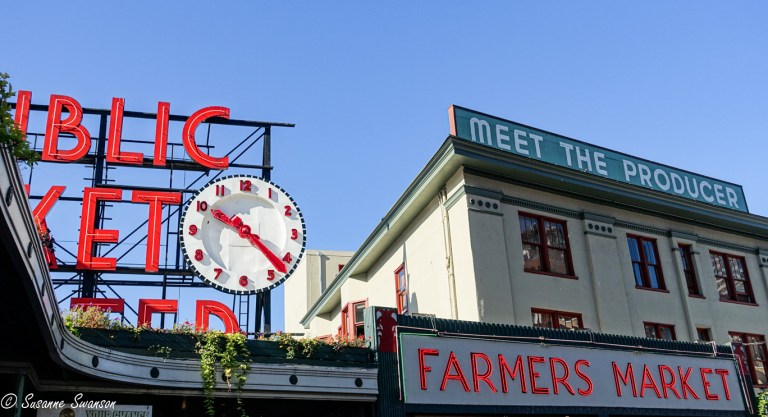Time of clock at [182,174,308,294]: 4:22
